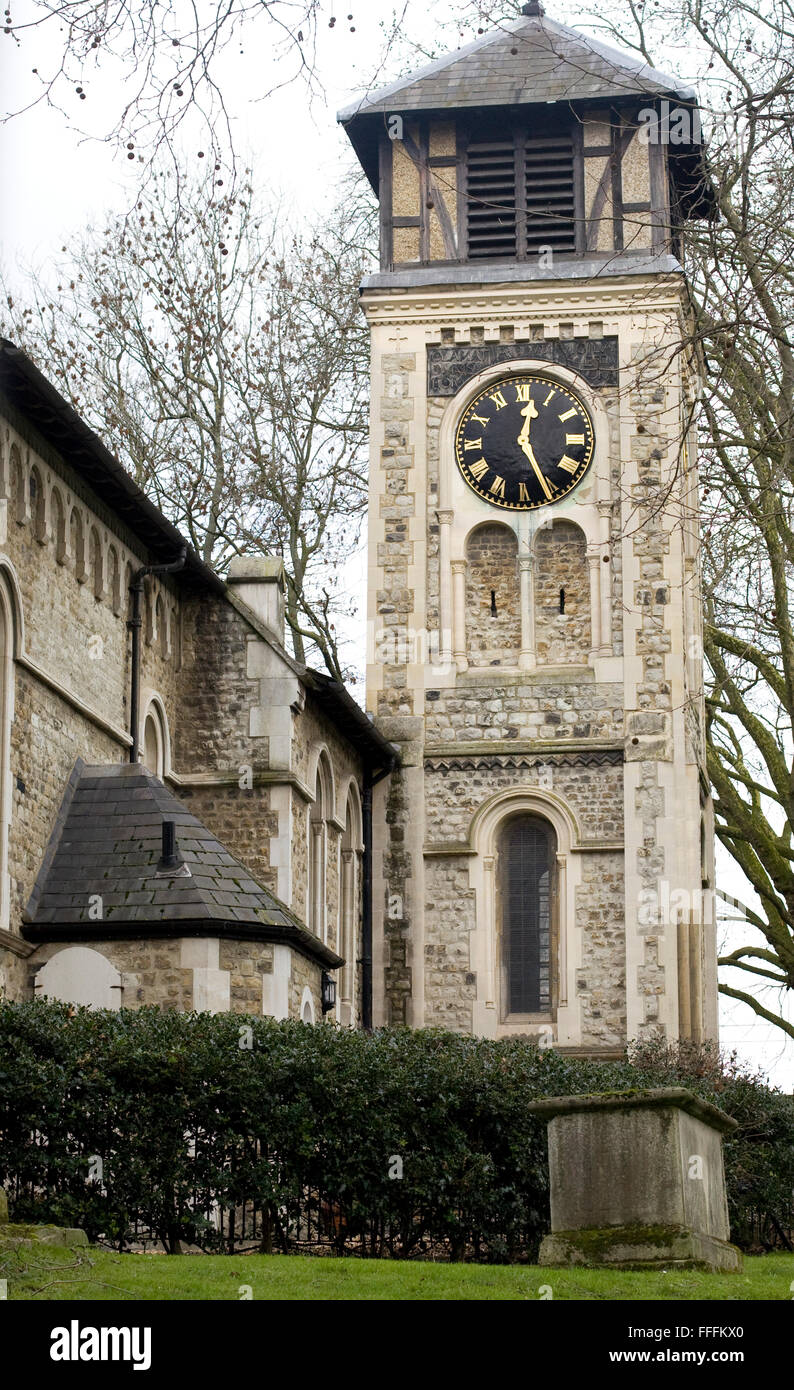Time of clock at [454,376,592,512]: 12:26
